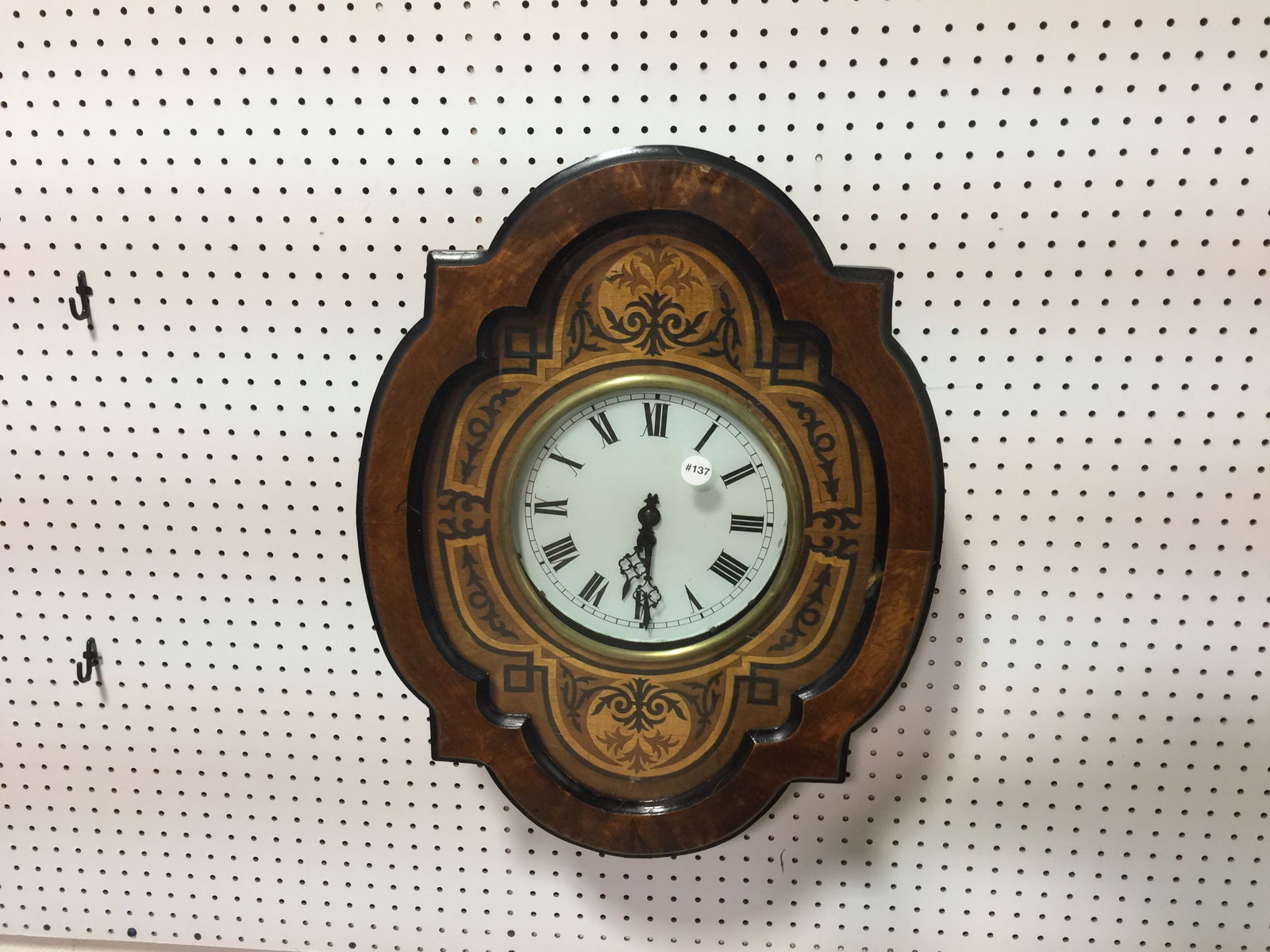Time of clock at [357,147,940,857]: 6:29
